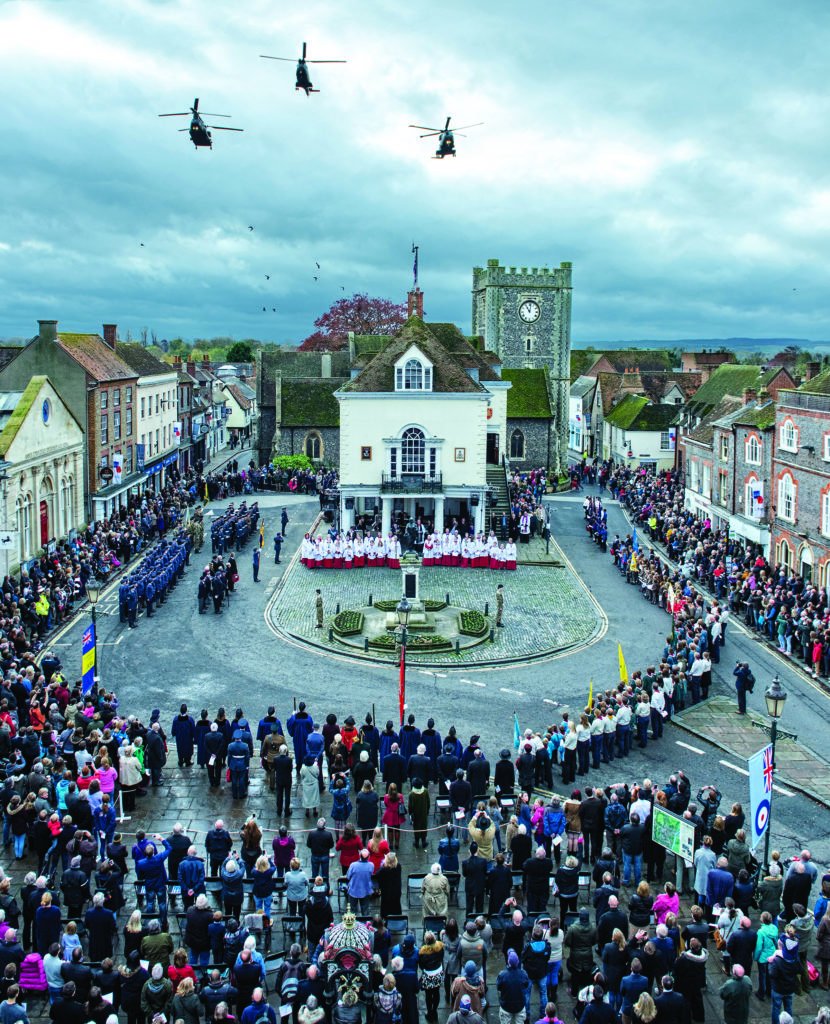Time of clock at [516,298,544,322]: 11:01
